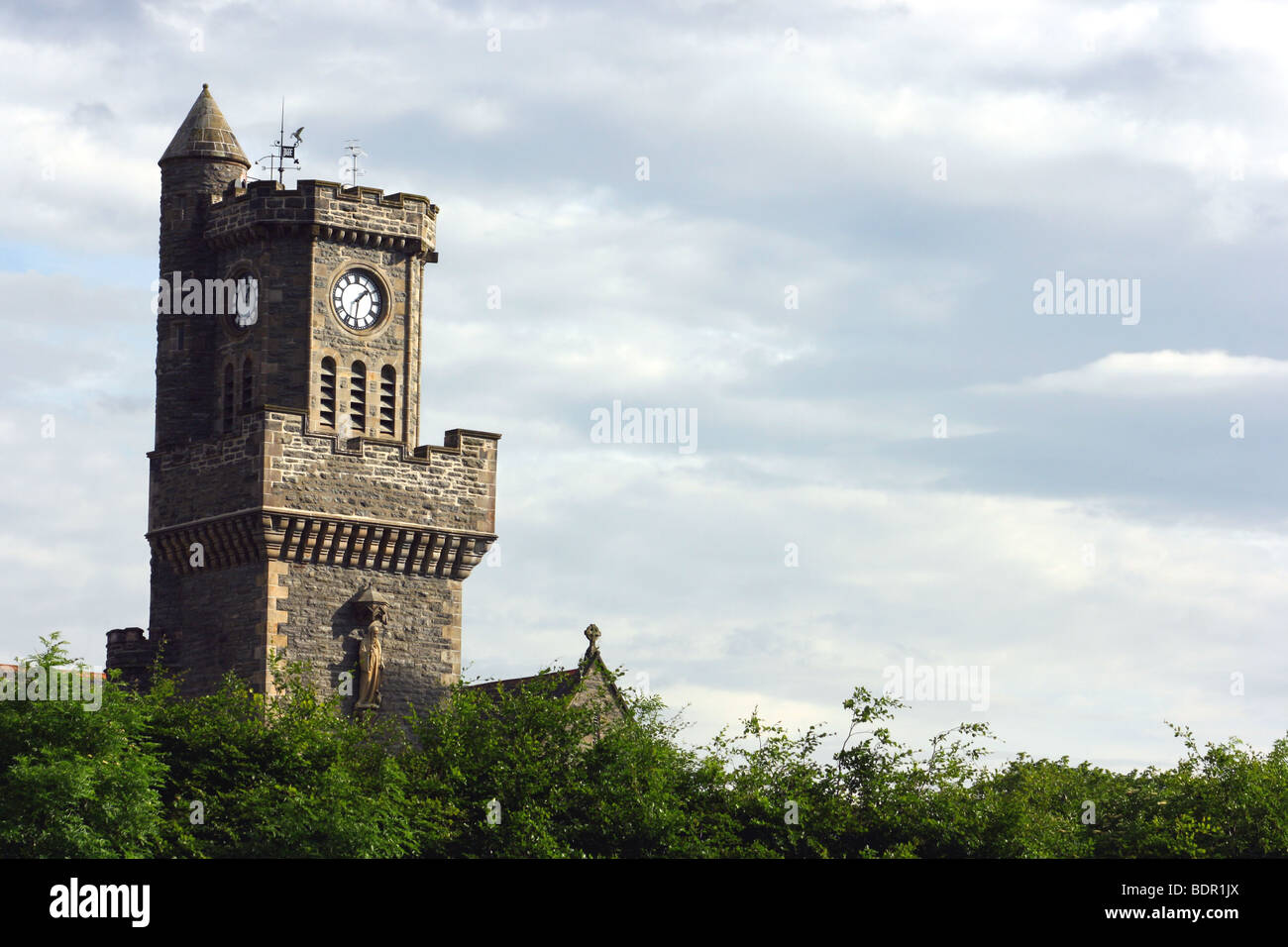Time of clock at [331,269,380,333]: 1:31
